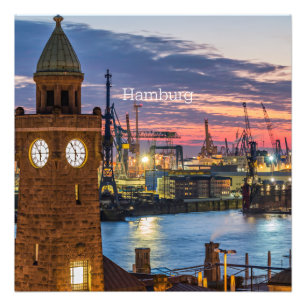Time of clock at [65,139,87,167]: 5:54
